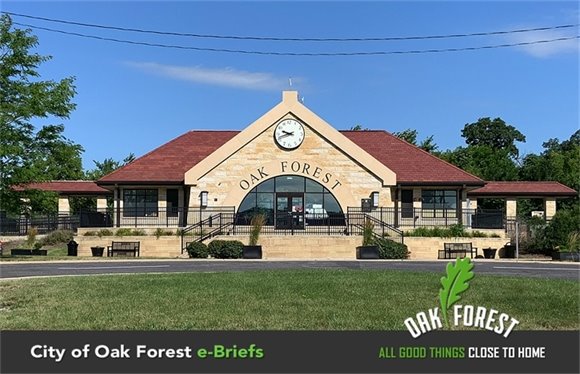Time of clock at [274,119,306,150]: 9:42
